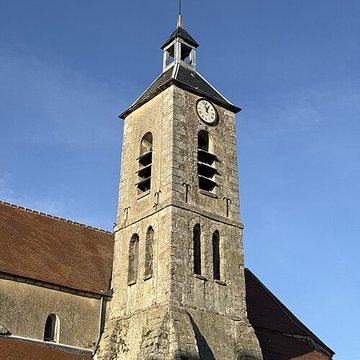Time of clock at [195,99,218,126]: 12:57
